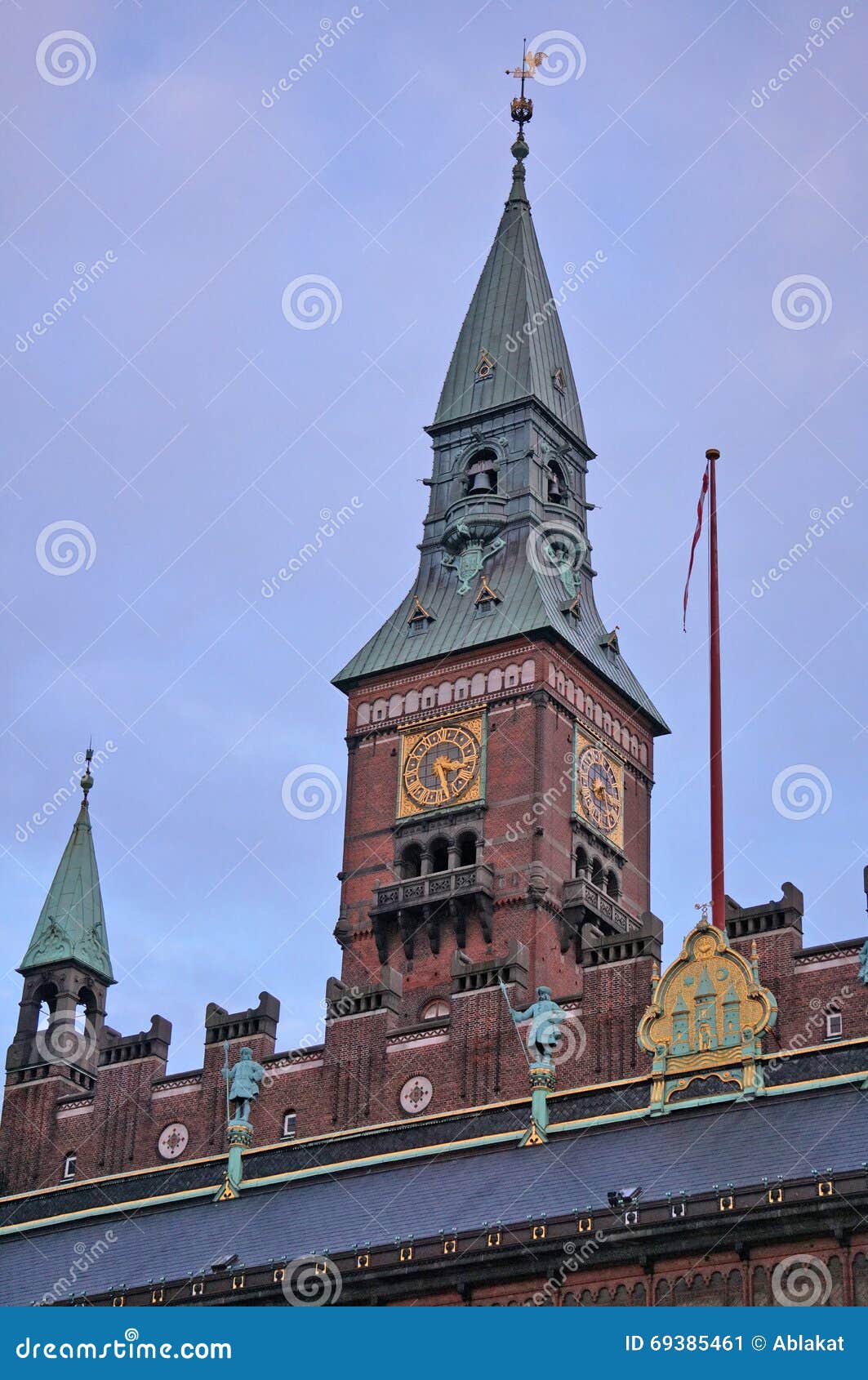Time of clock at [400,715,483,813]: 3:26
